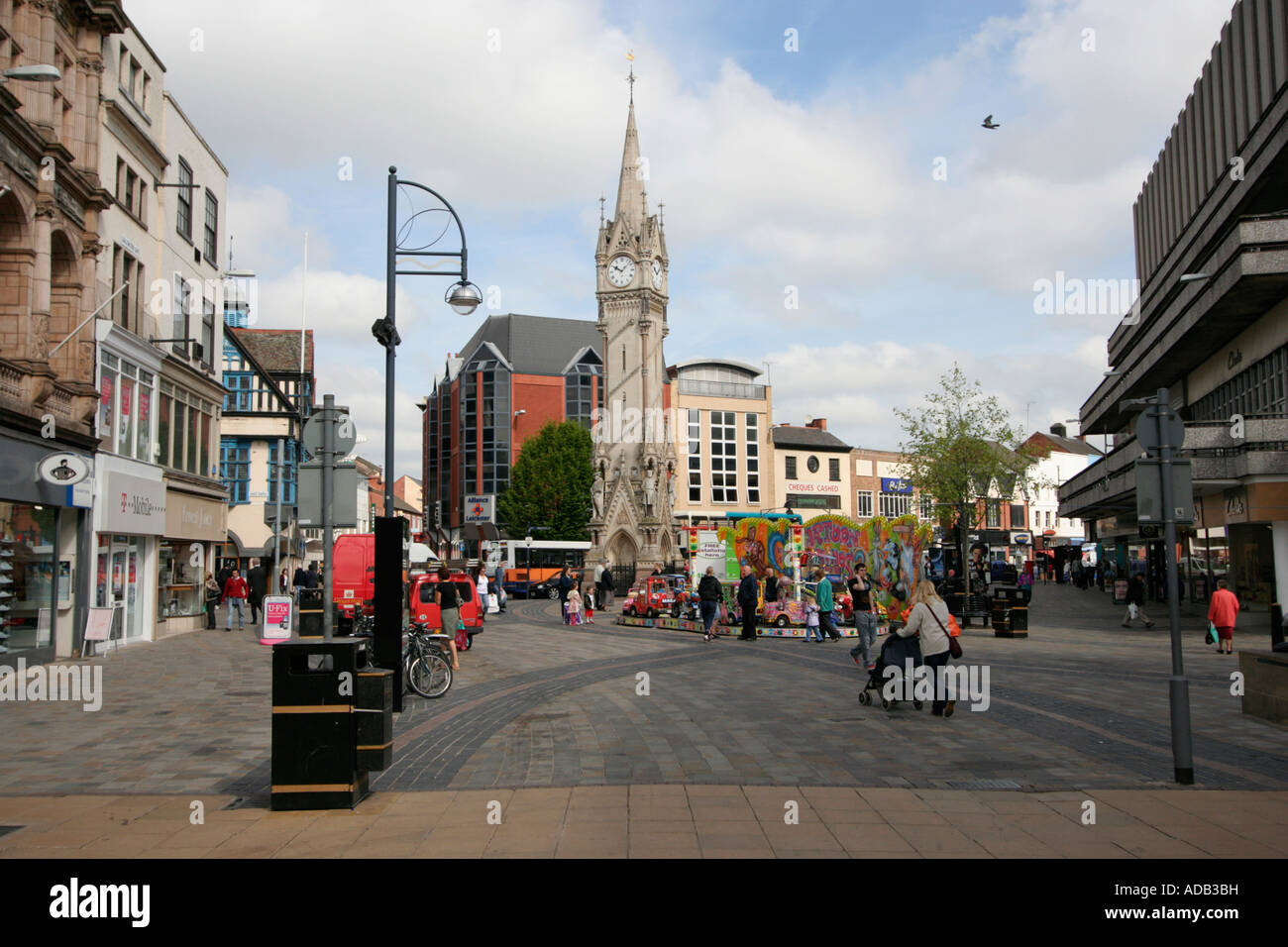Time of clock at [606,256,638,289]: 10:07
